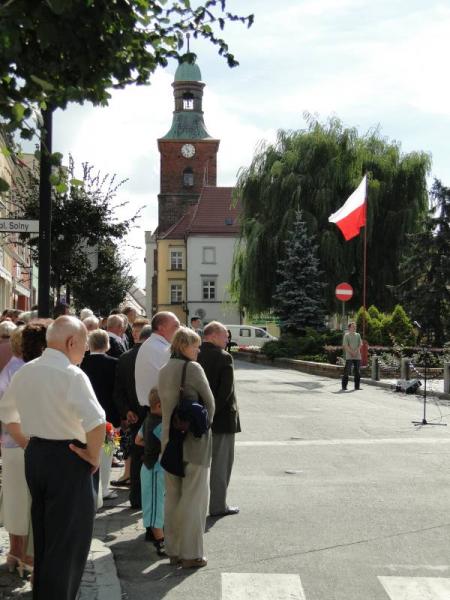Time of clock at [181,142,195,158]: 10:31
